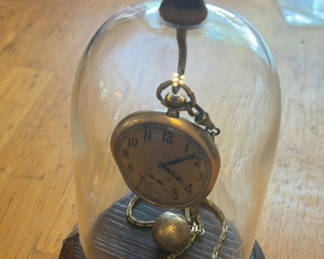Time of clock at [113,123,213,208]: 4:08
